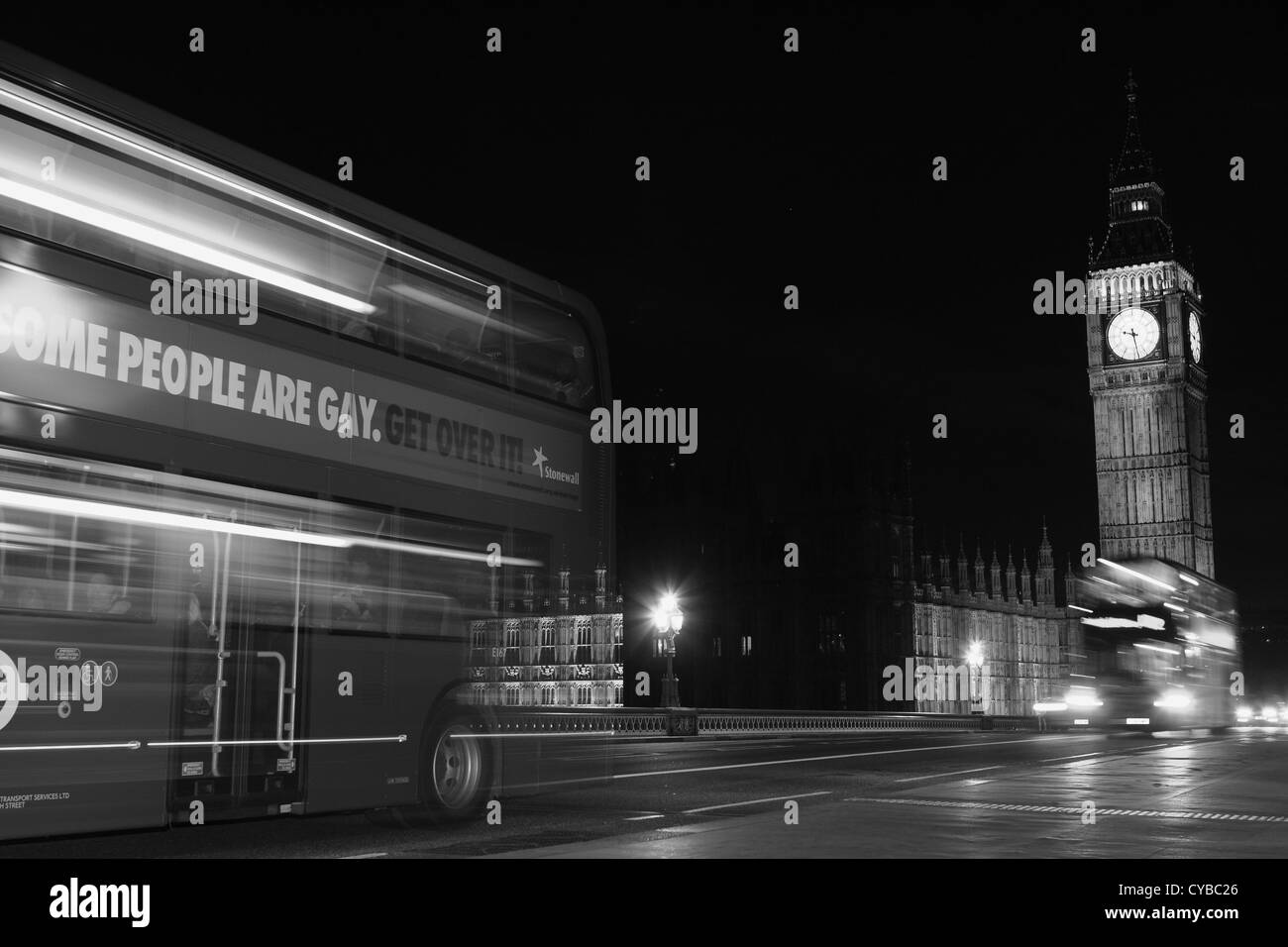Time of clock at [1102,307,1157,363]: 9:28
